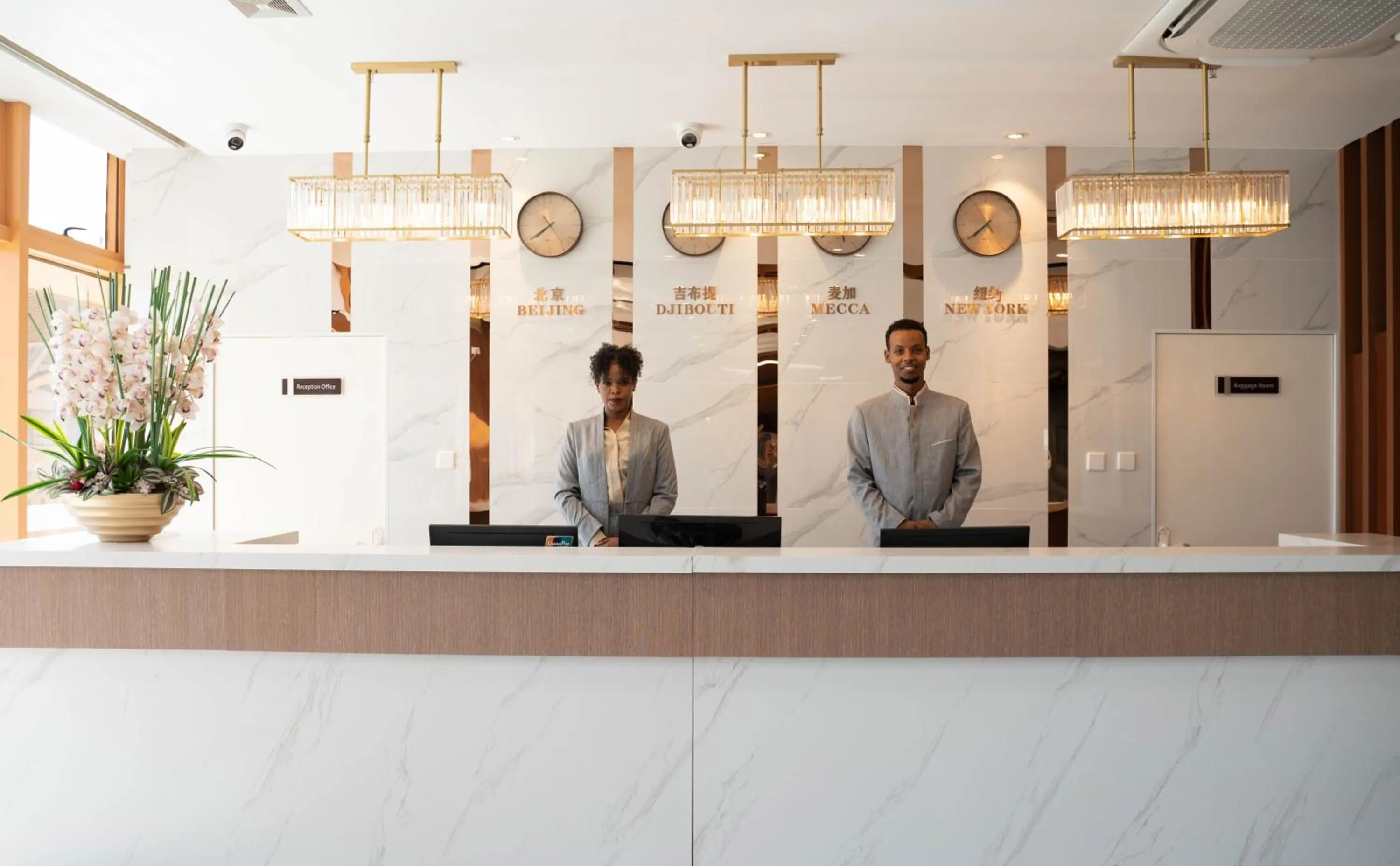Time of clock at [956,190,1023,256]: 7:39
